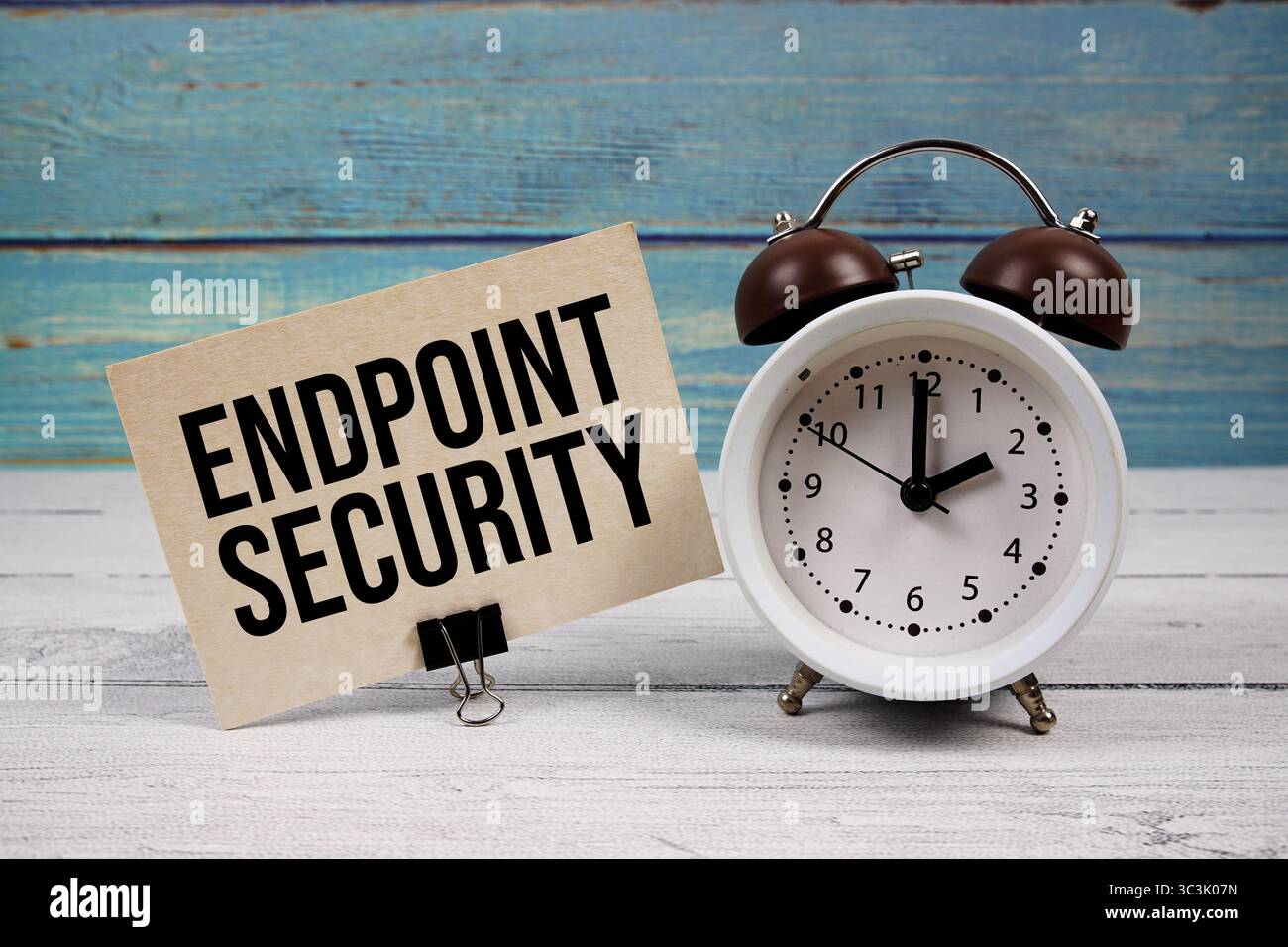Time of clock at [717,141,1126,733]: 2:00
